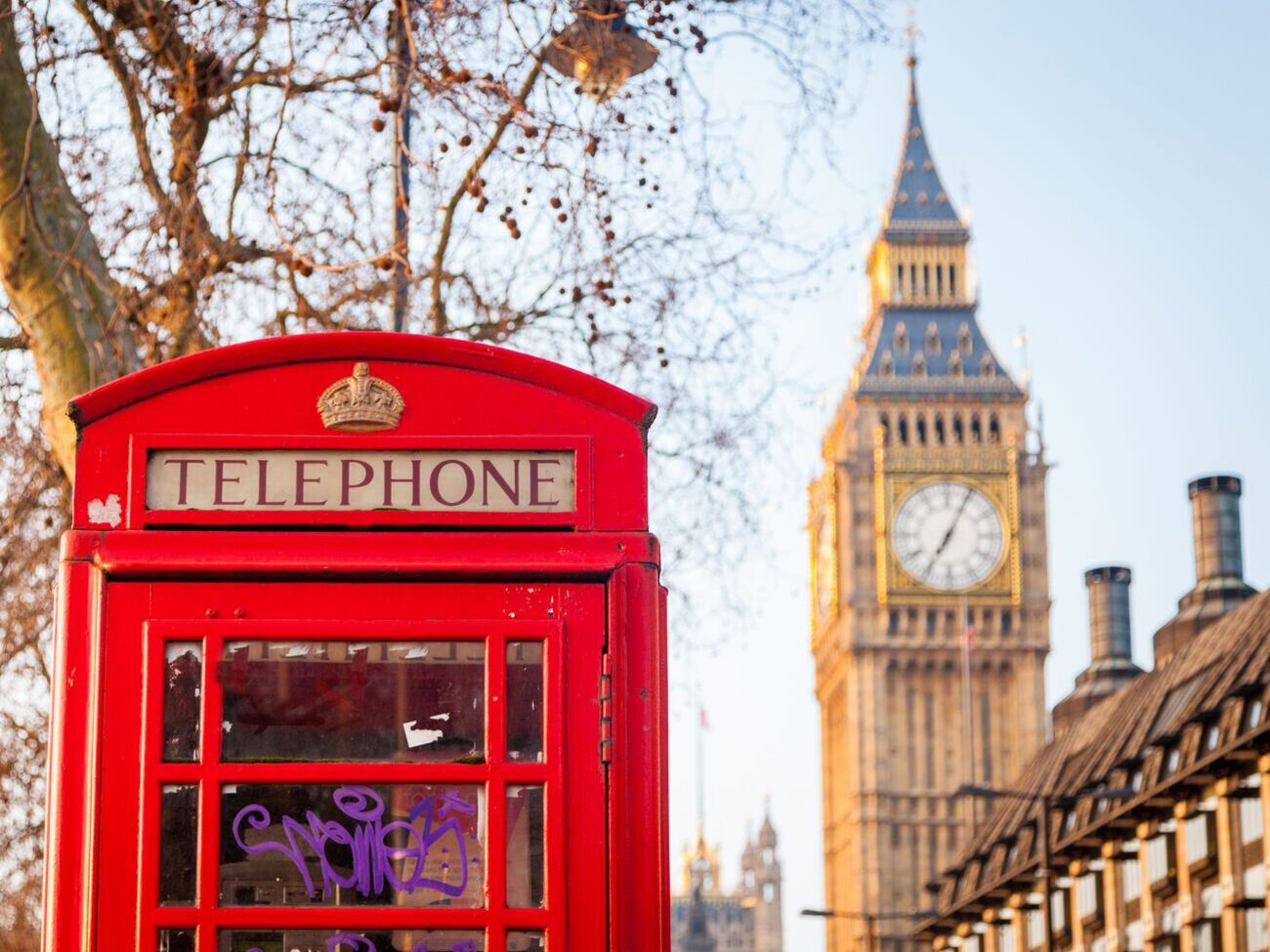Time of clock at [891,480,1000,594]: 7:04
